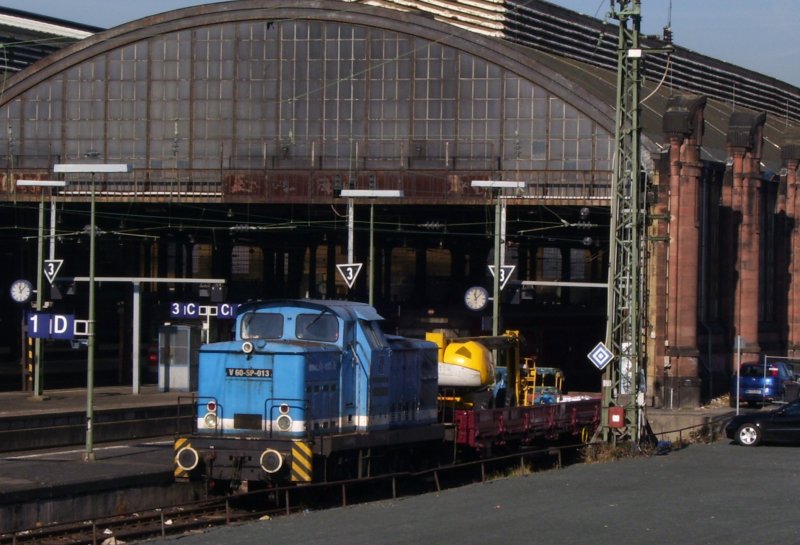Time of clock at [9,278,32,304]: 11:07
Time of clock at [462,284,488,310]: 11:07
